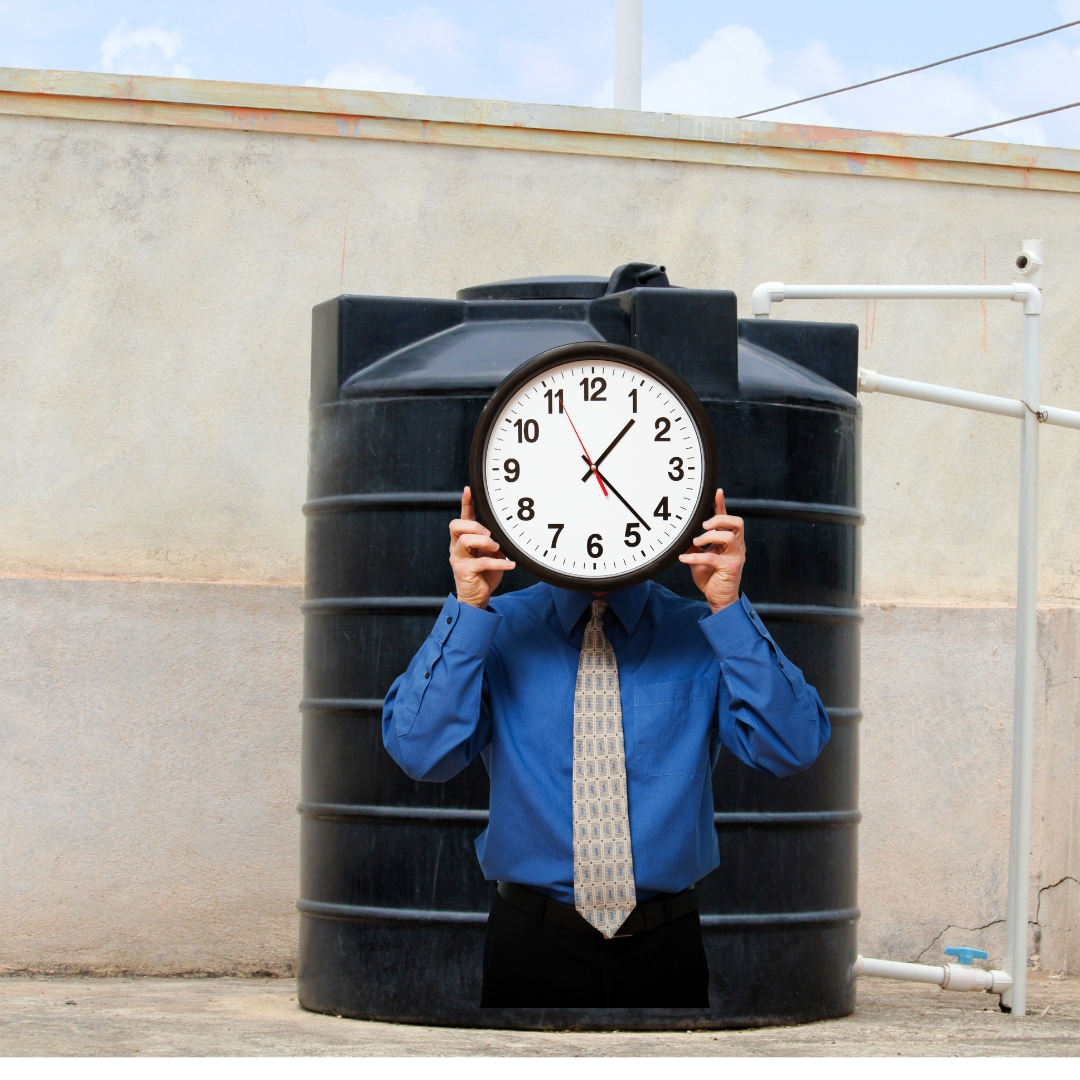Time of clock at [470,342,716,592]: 1:22
